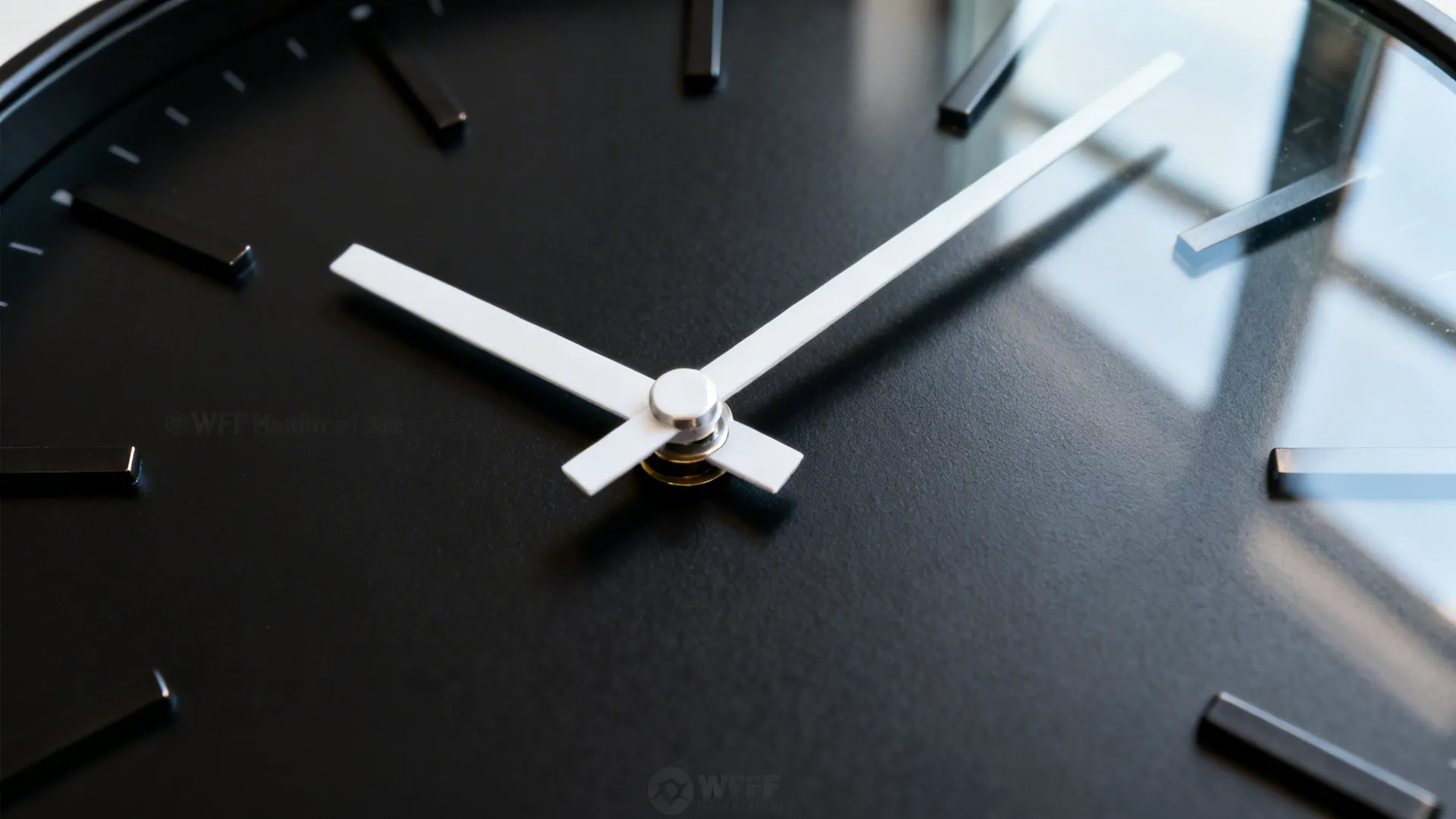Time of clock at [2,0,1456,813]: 10:07
